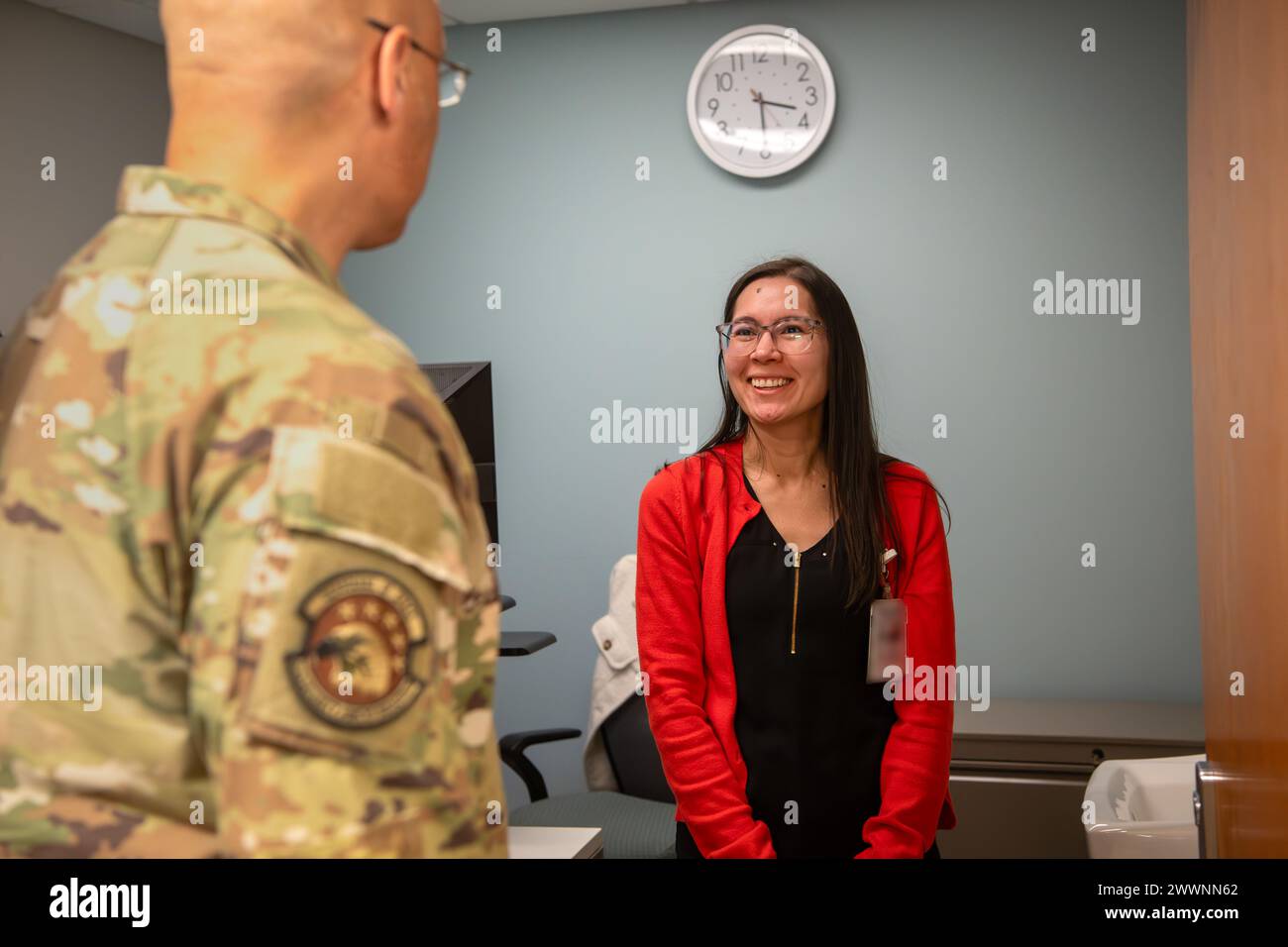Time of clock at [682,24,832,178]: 3:29
